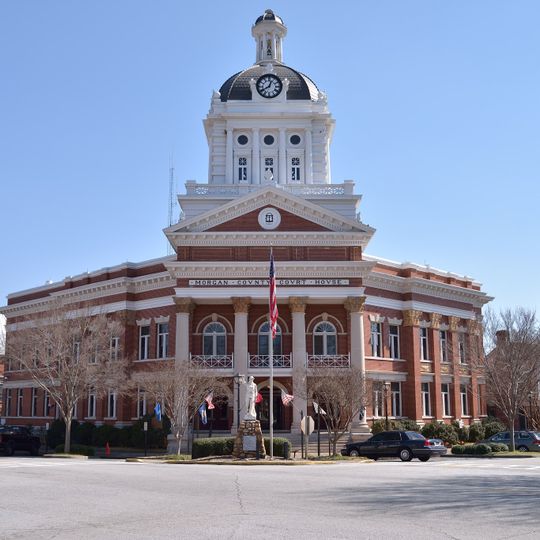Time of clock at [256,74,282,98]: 12:40
